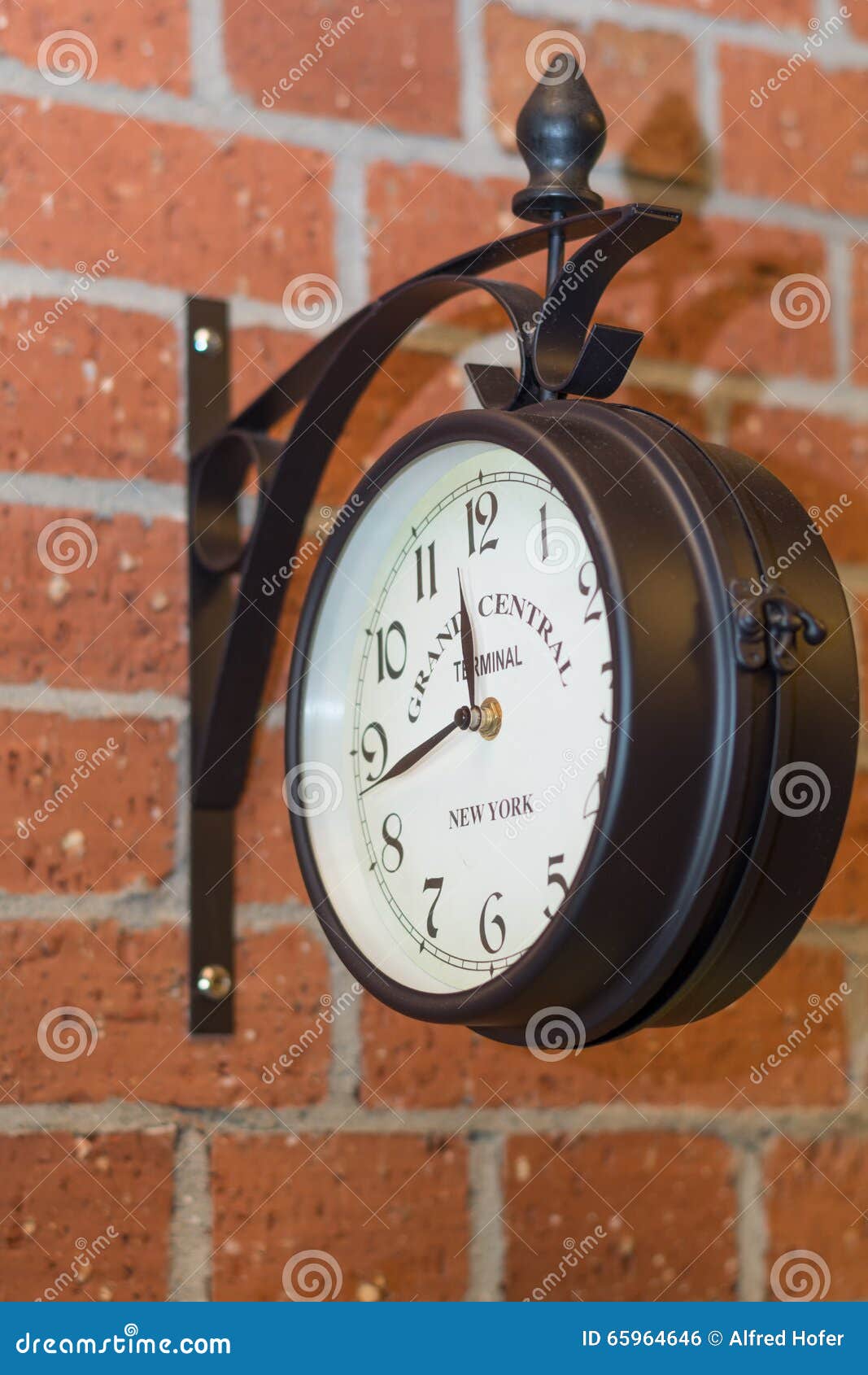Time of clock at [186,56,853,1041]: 11:42
